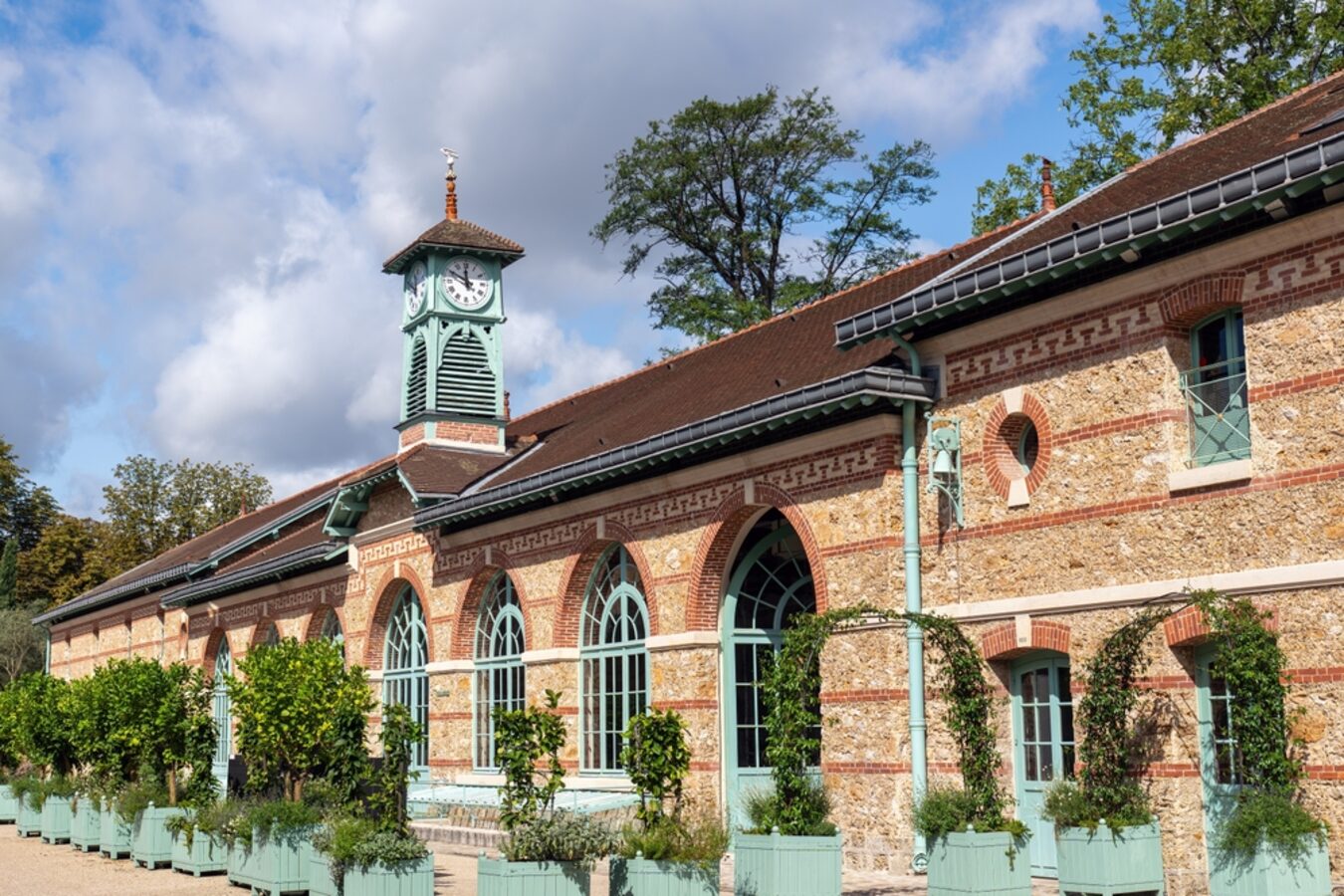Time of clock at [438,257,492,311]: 11:49
